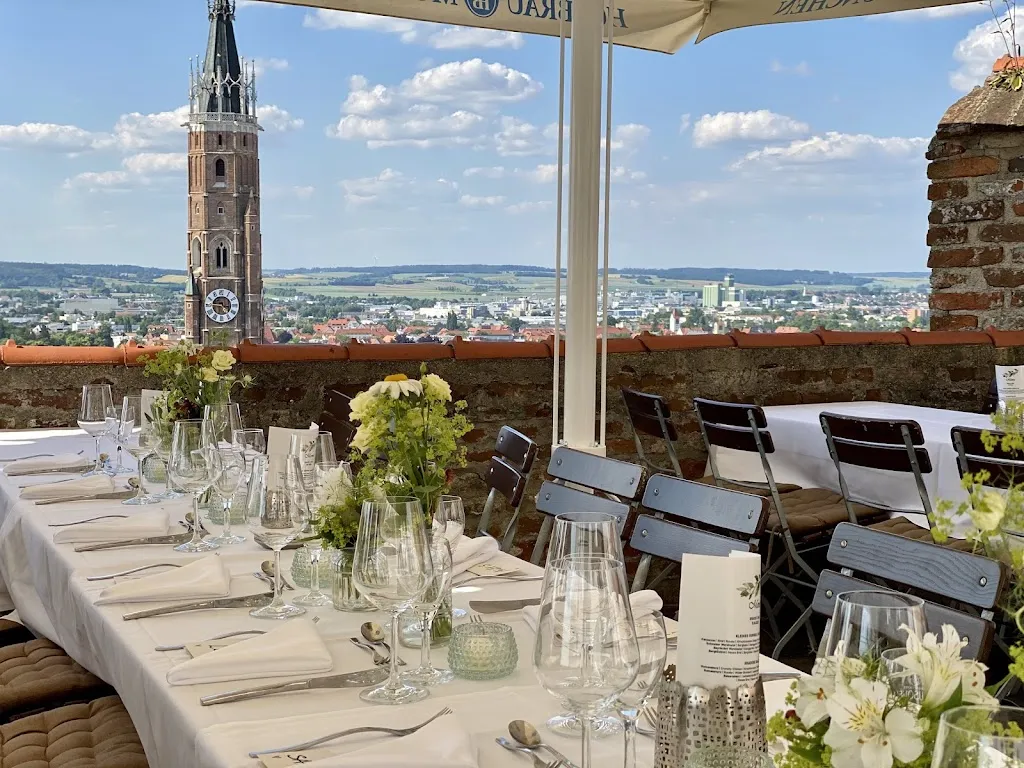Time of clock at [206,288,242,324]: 4:45
